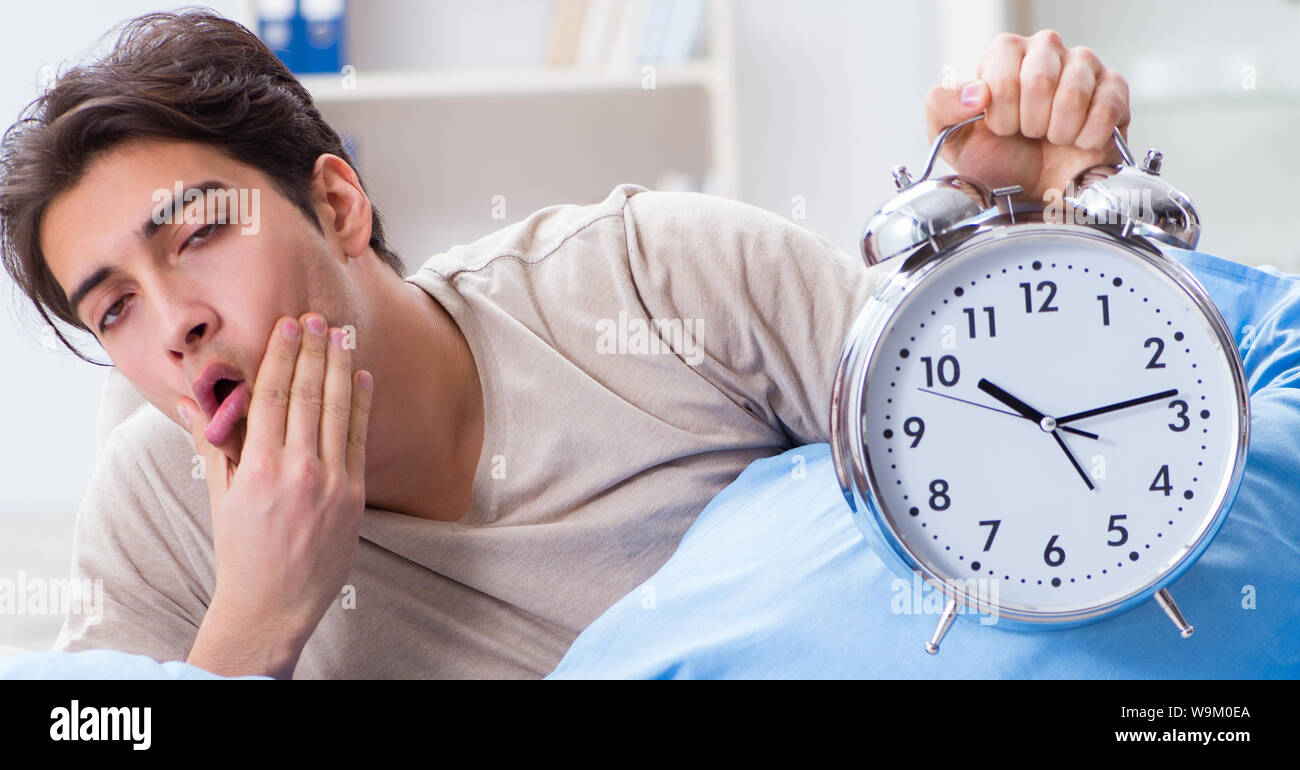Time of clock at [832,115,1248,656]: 10:13
